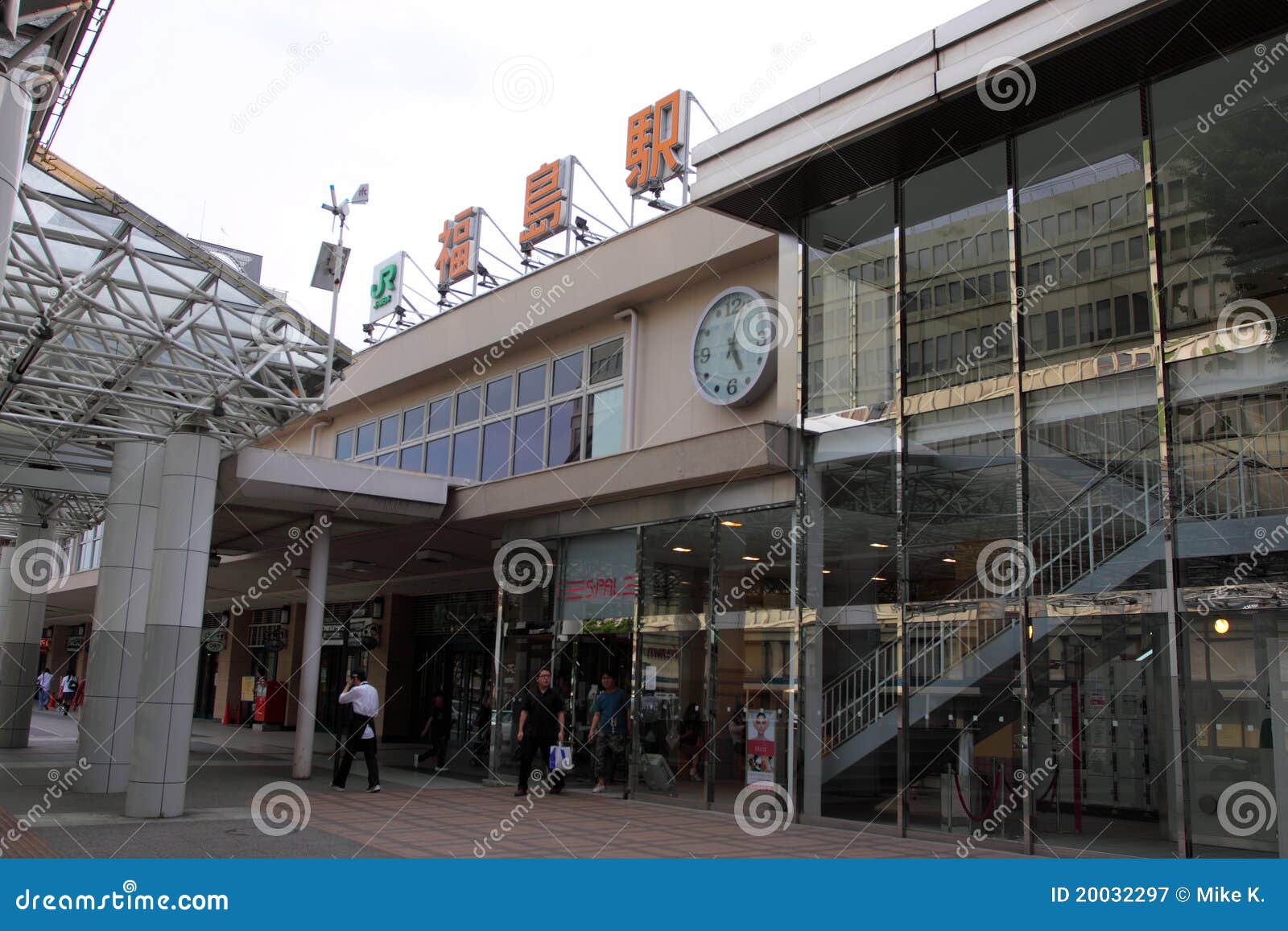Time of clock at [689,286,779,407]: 5:03
